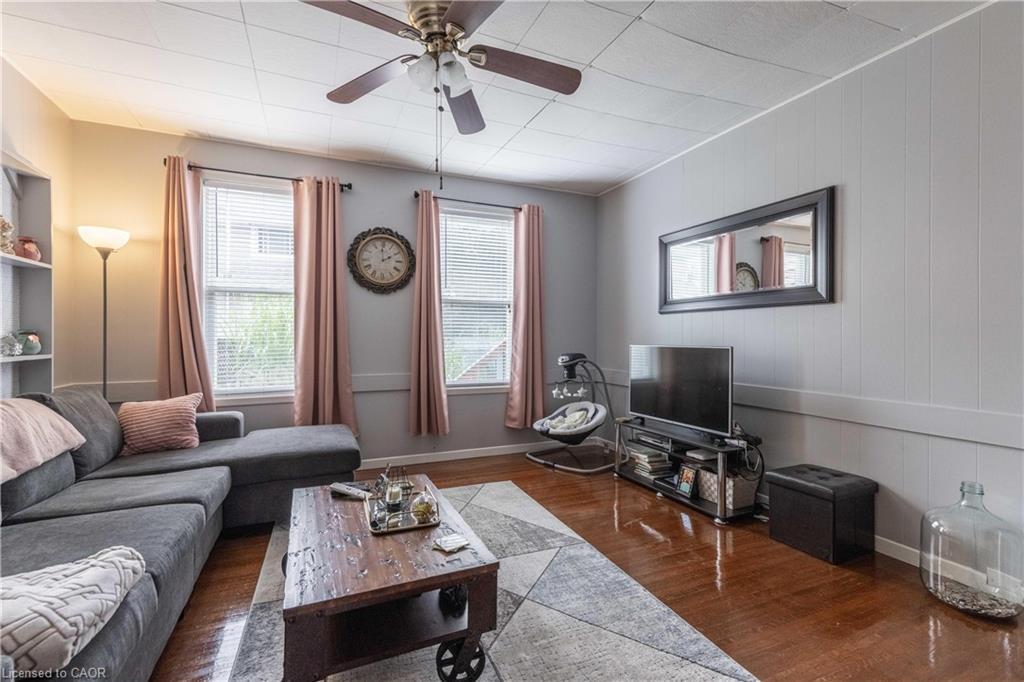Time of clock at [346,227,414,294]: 2:00
